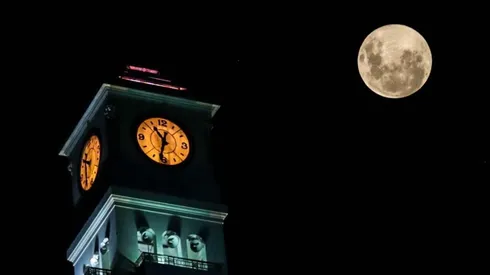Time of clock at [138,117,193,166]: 10:32
